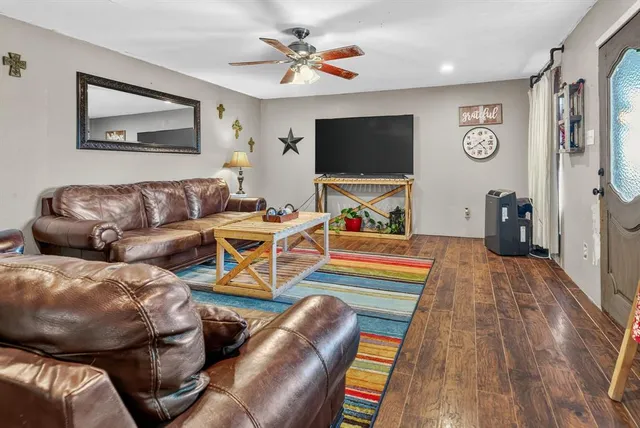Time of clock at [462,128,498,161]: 4:39
